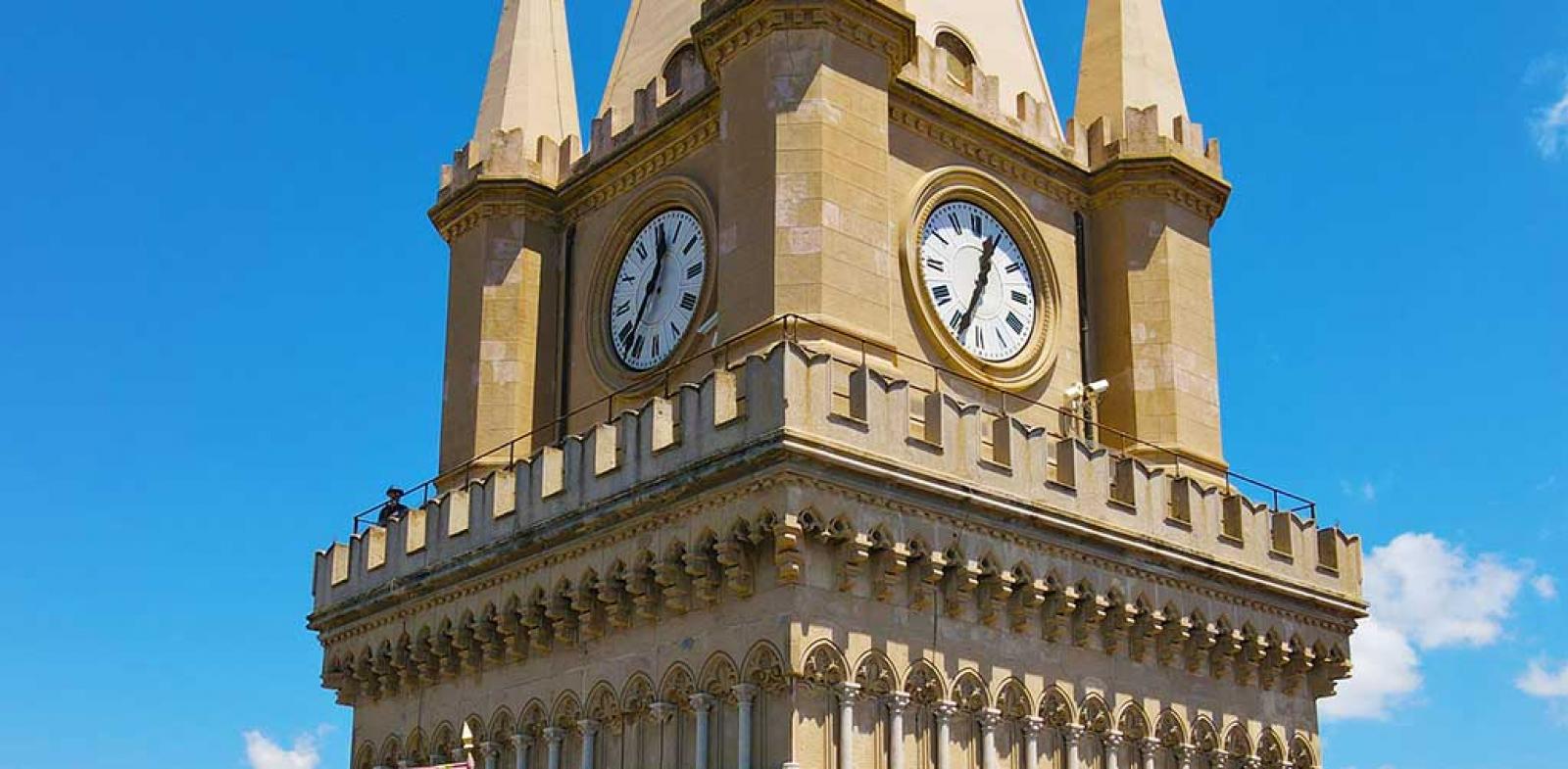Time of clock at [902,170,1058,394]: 12:34
